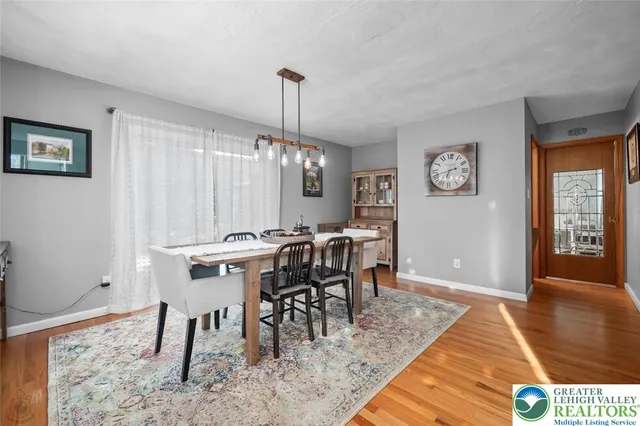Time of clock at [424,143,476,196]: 6:42
